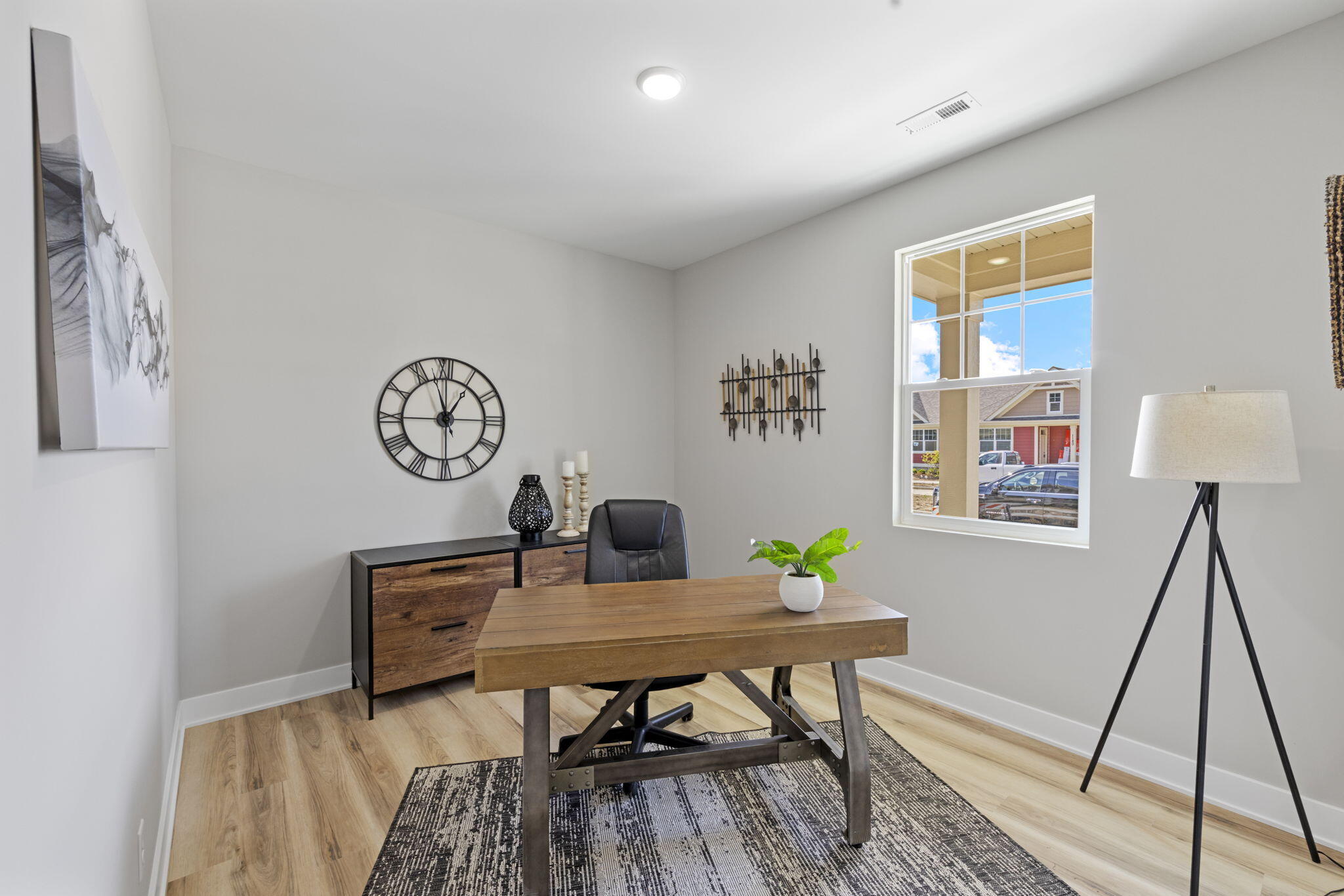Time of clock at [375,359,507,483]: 12:57
